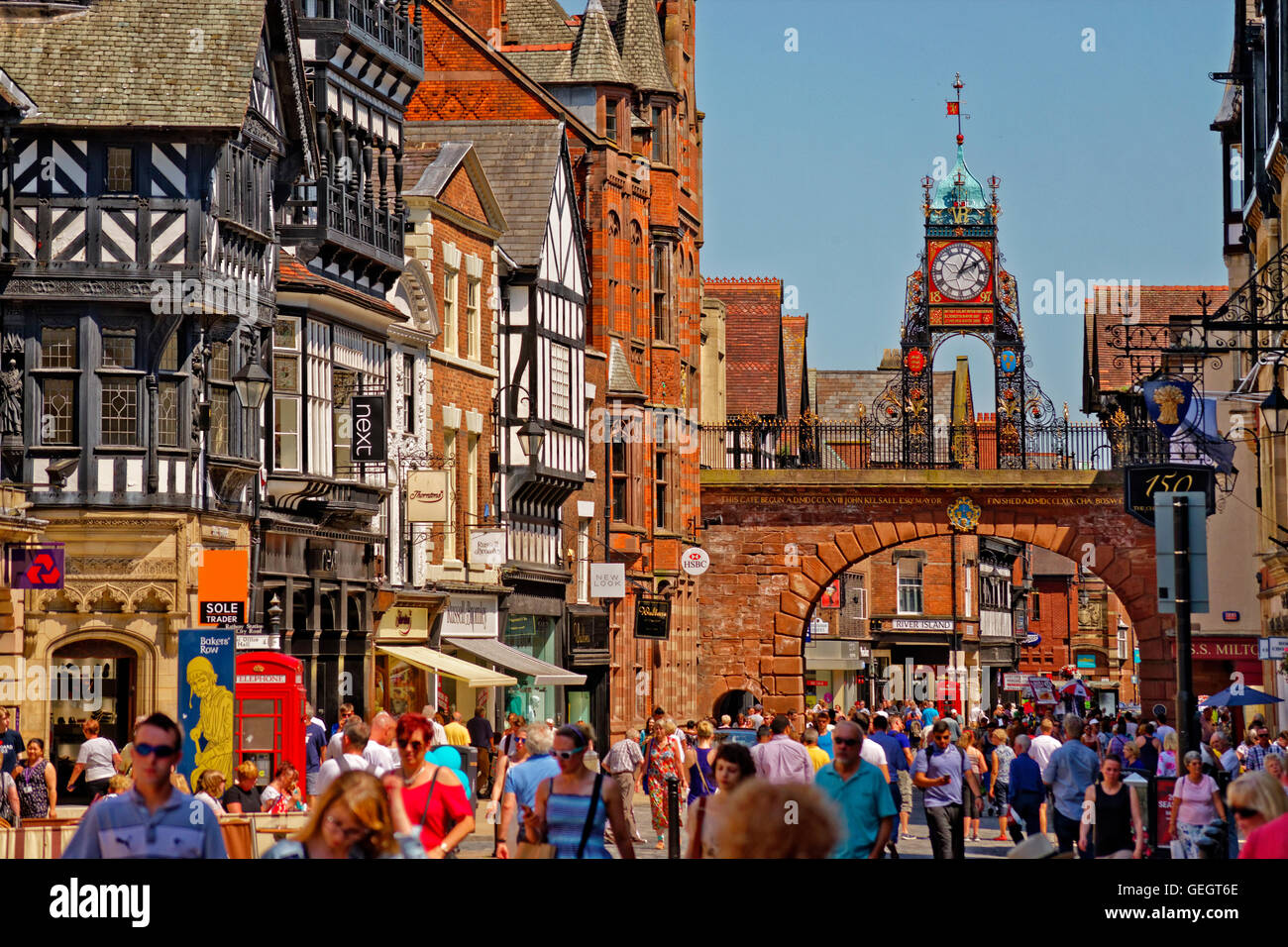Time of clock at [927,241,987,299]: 2:04
